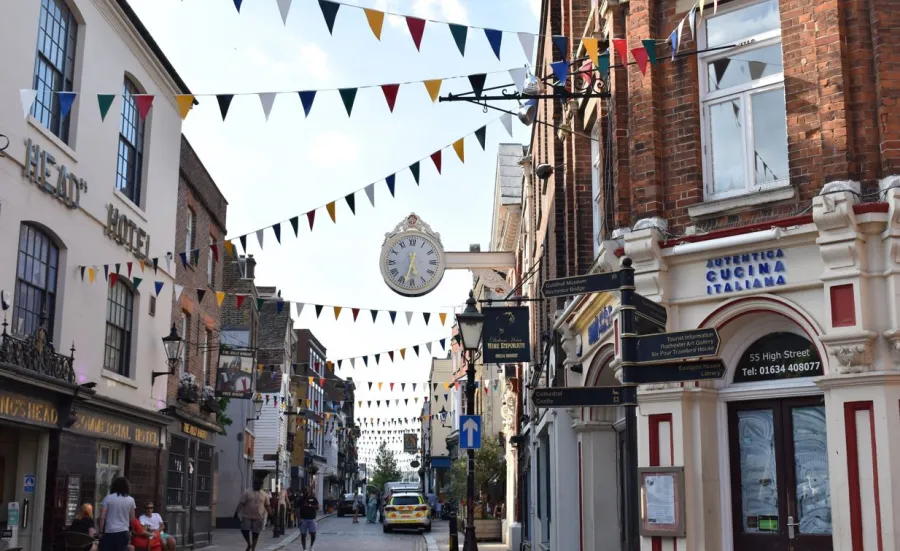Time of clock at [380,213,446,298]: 5:32
